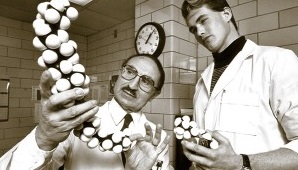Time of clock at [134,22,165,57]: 1:07
